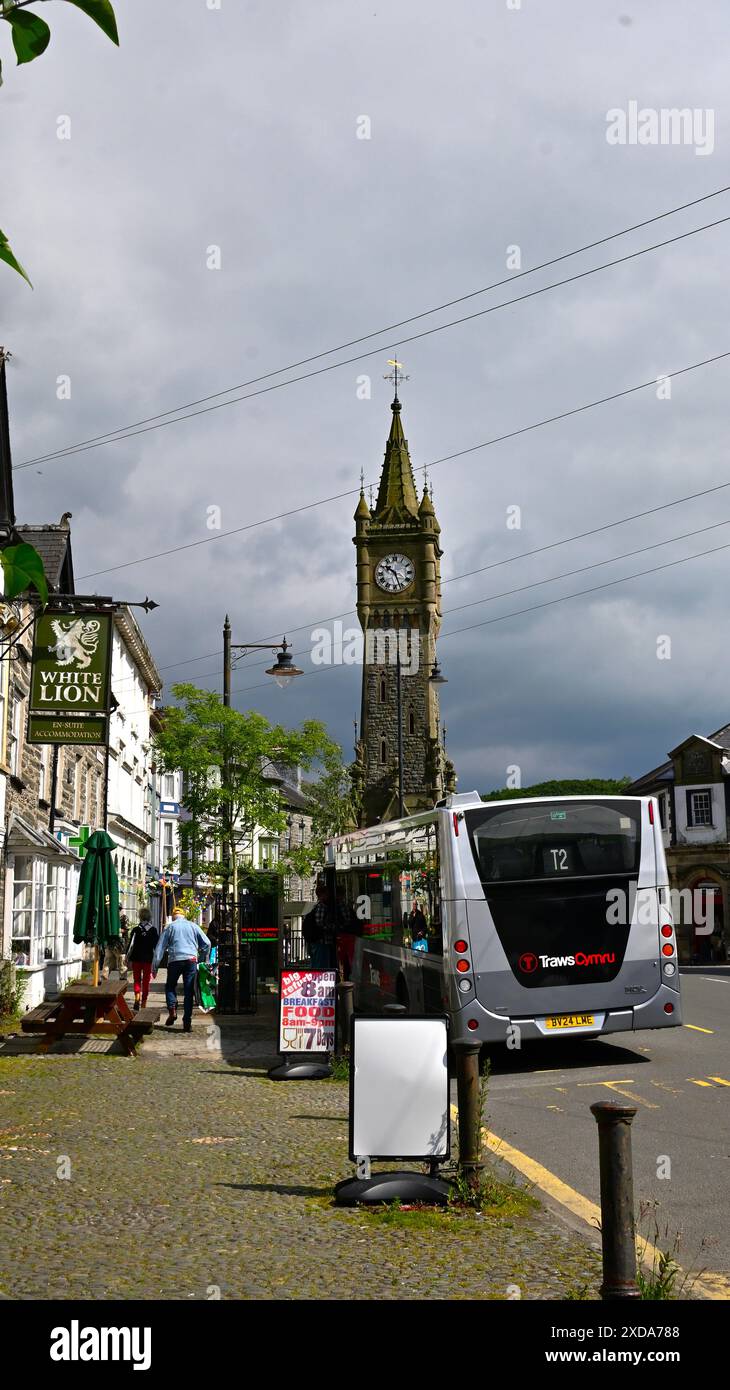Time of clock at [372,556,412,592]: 10:26
